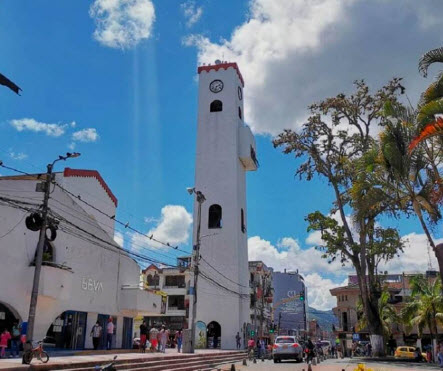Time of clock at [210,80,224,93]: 2:32
